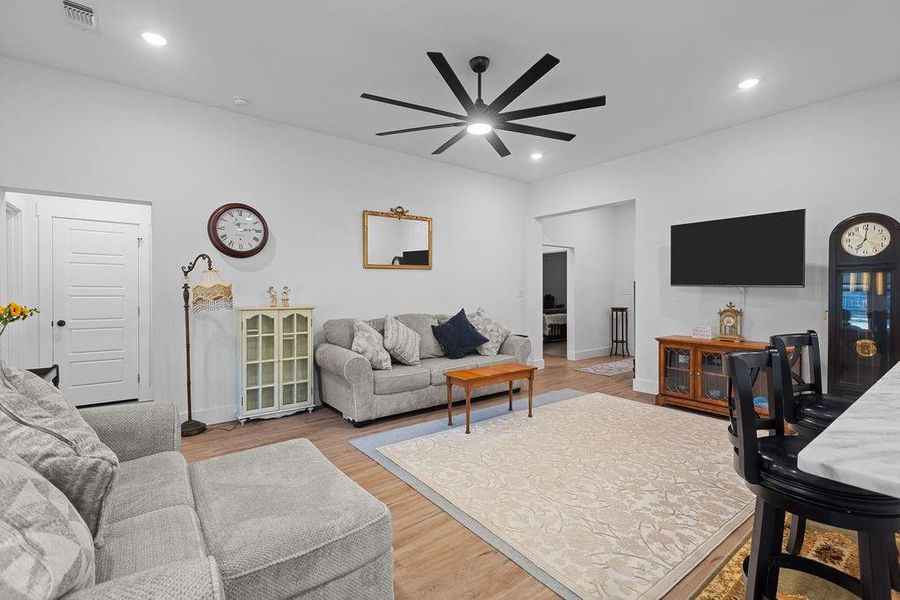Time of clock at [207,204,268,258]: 2:56
